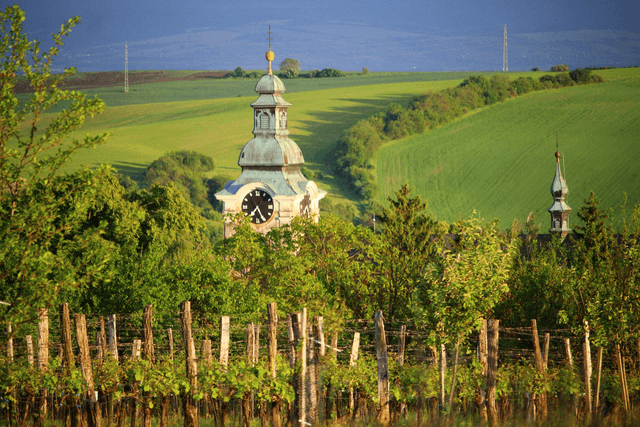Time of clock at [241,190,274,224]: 7:25
